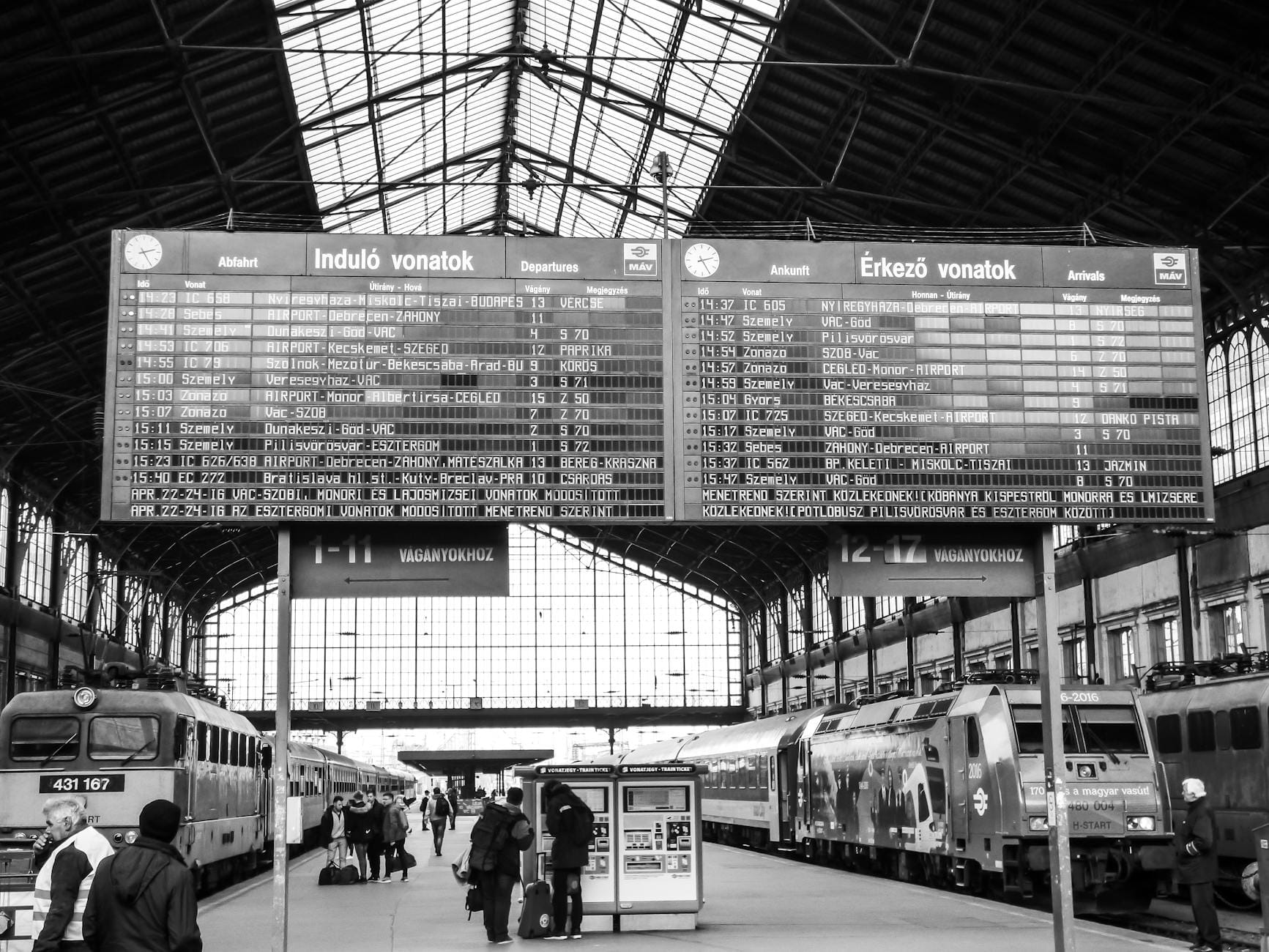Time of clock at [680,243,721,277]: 2:25
